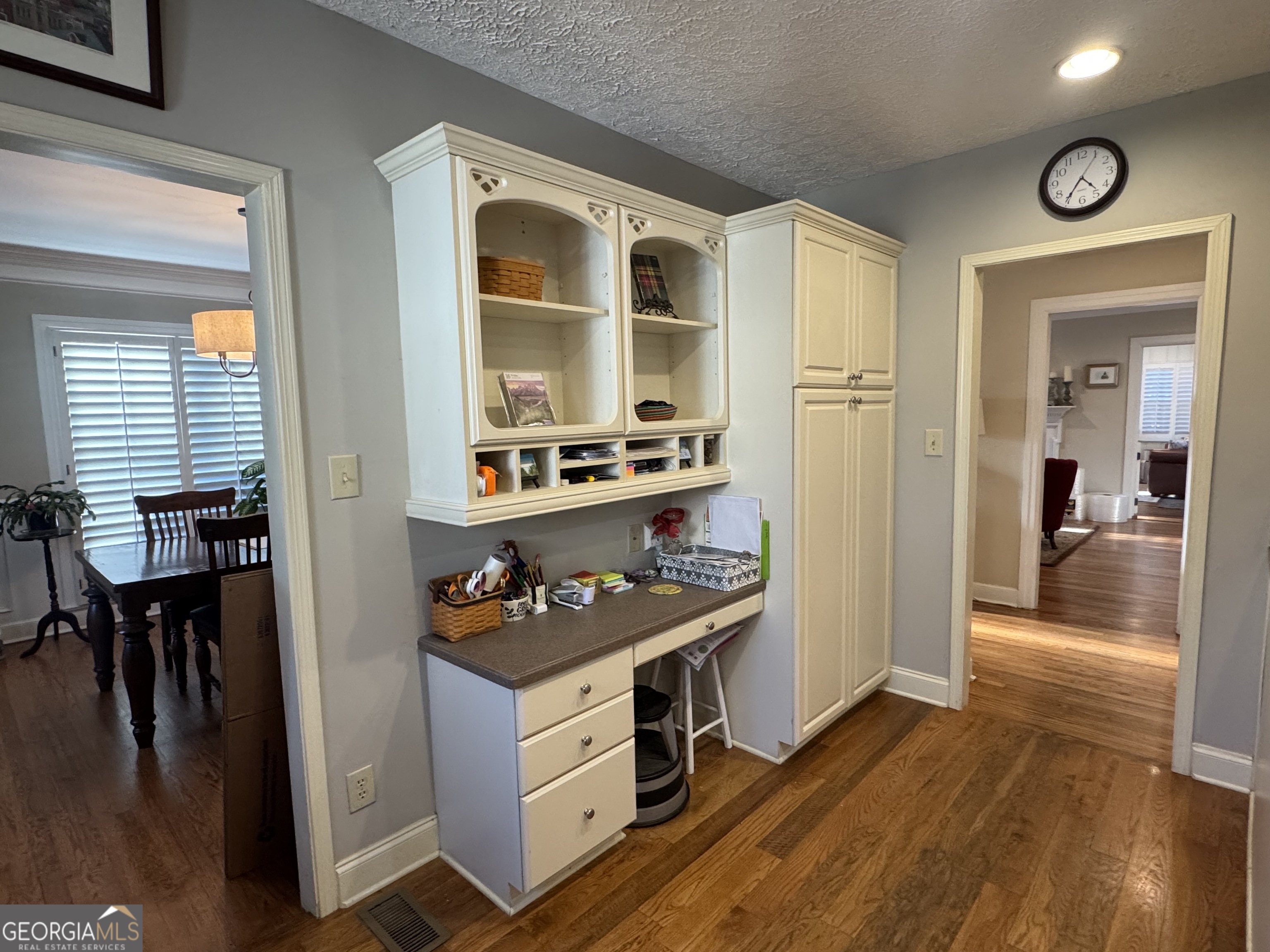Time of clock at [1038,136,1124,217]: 4:35
